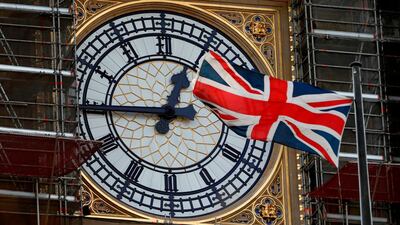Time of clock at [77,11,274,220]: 12:45
